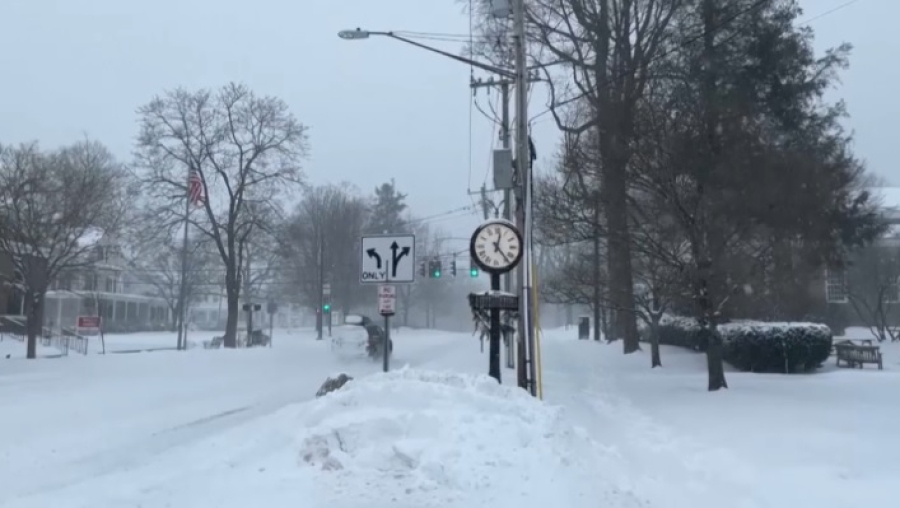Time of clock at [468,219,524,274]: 12:23
